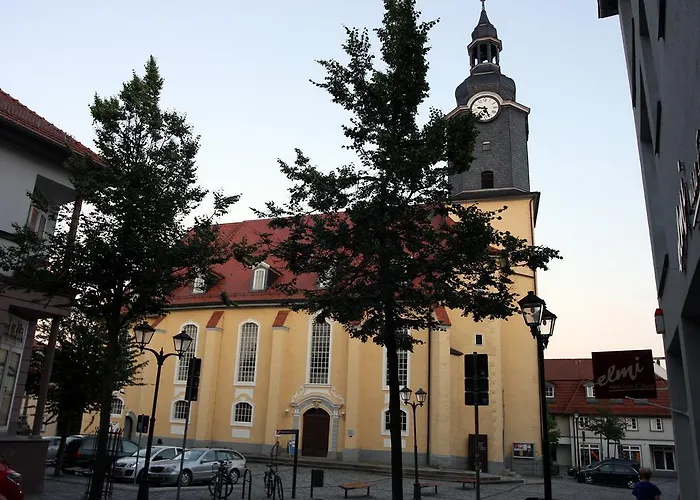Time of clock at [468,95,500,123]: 9:26
